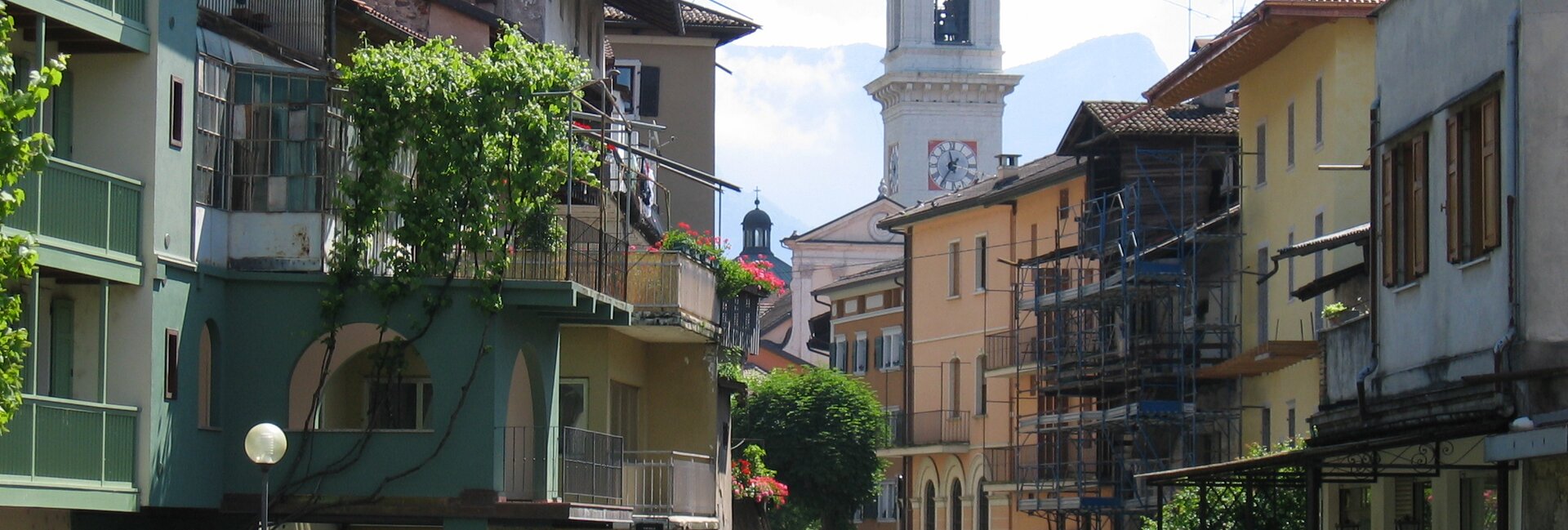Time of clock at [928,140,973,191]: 11:36
